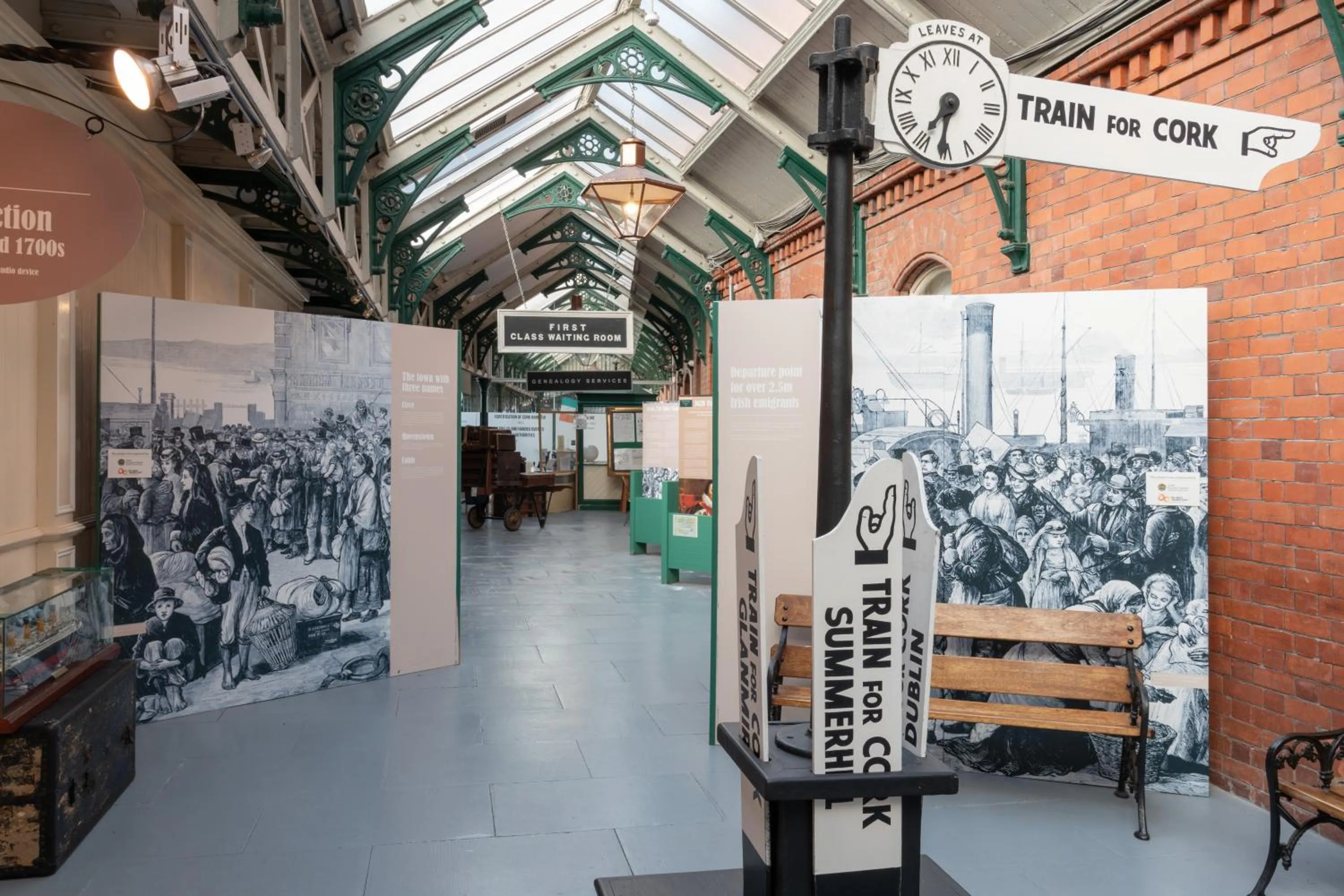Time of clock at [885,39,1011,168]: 7:31
